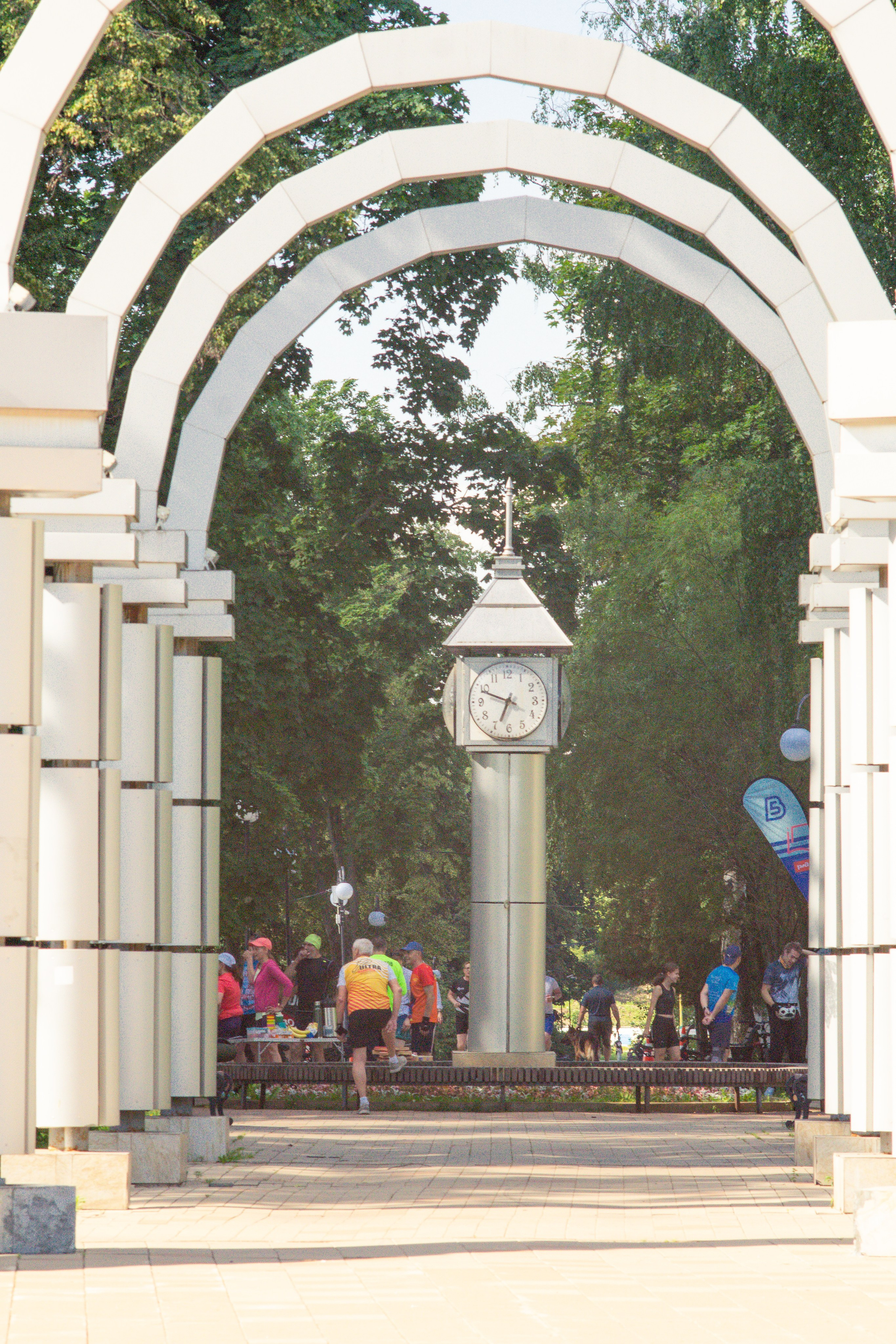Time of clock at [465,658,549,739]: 6:48
